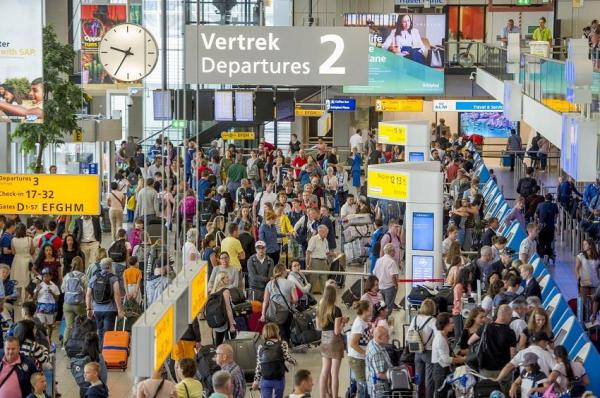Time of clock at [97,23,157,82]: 9:35
